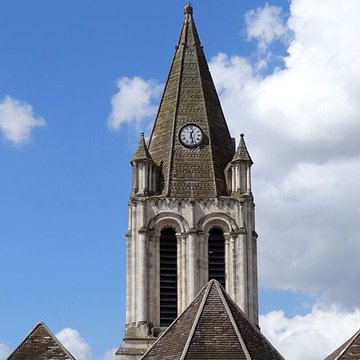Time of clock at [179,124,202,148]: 12:27
